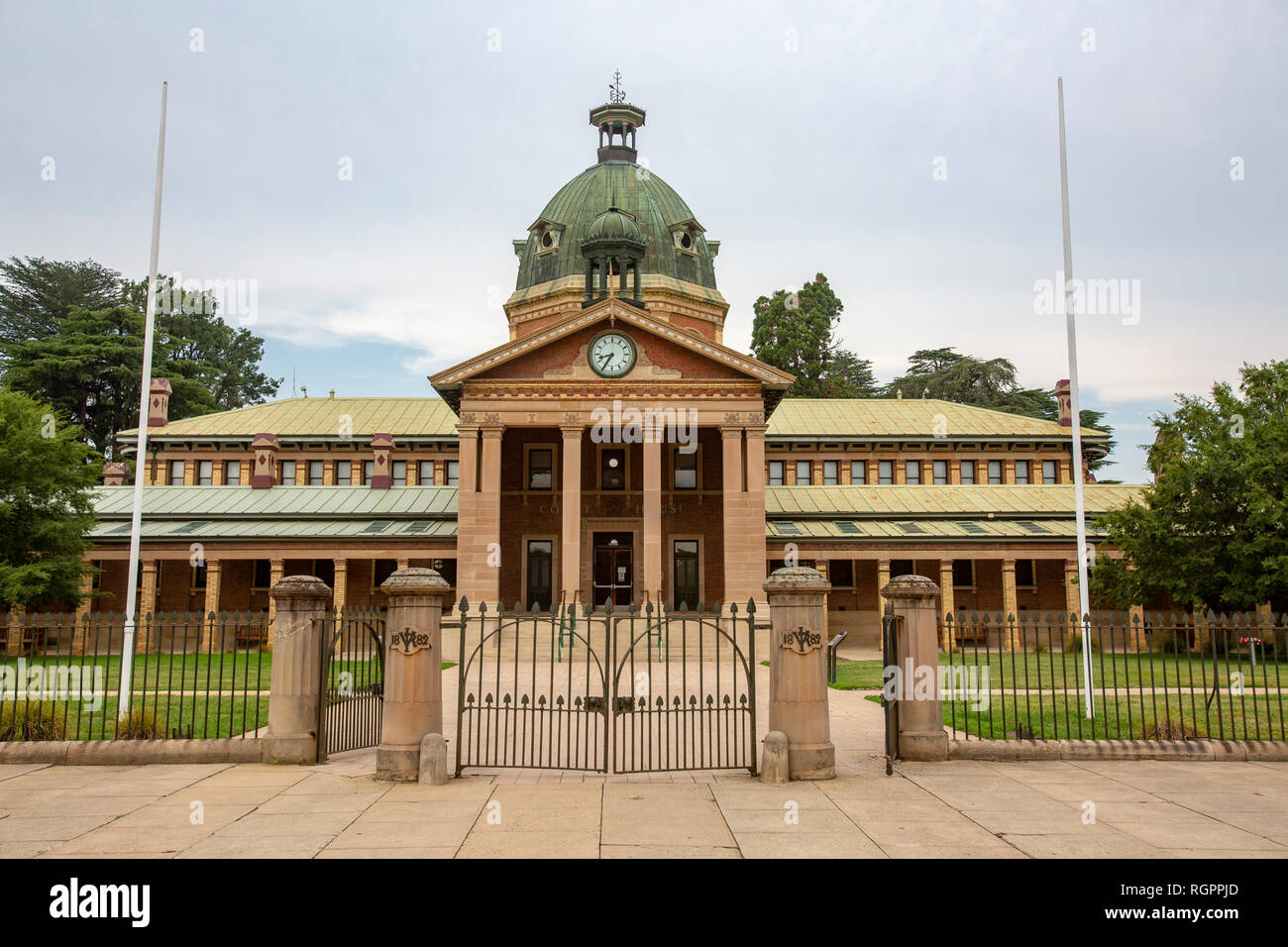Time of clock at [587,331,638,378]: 8:35
